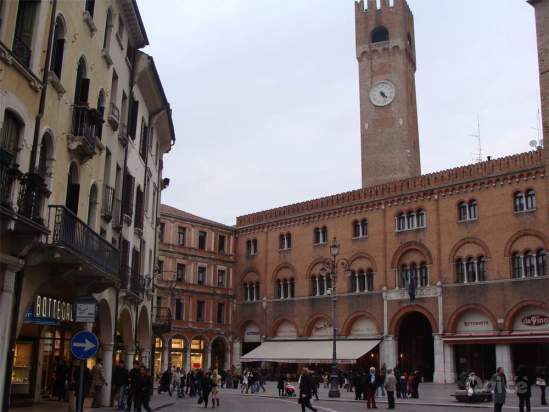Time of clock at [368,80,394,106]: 4:26
